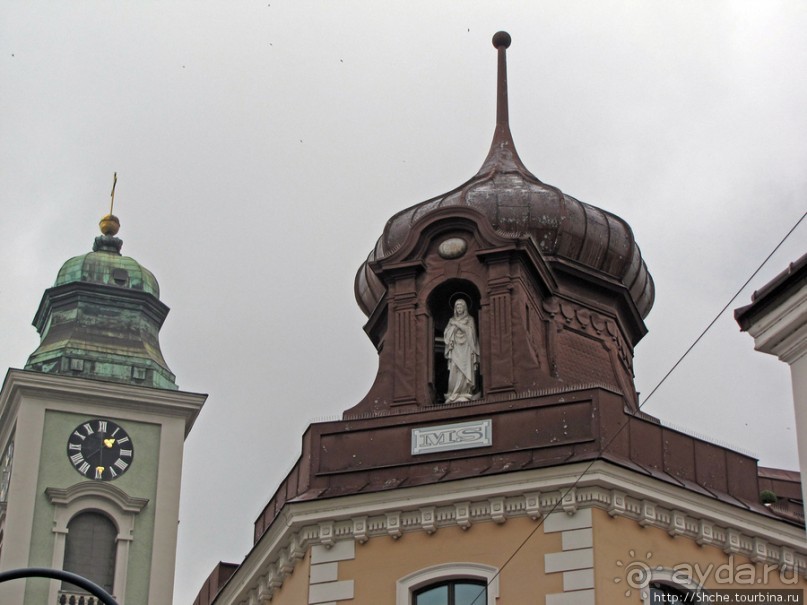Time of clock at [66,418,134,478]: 1:37
